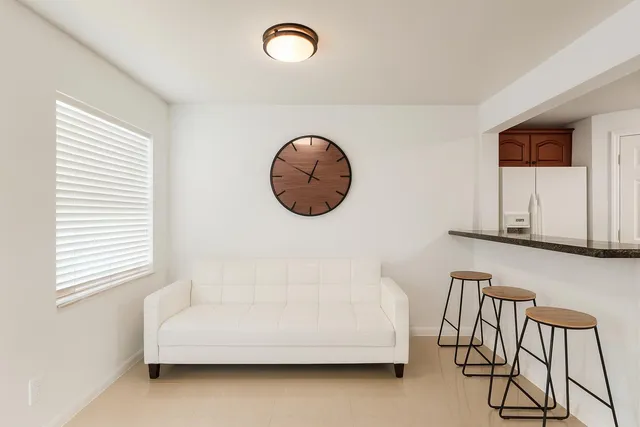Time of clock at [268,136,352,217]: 12:49
